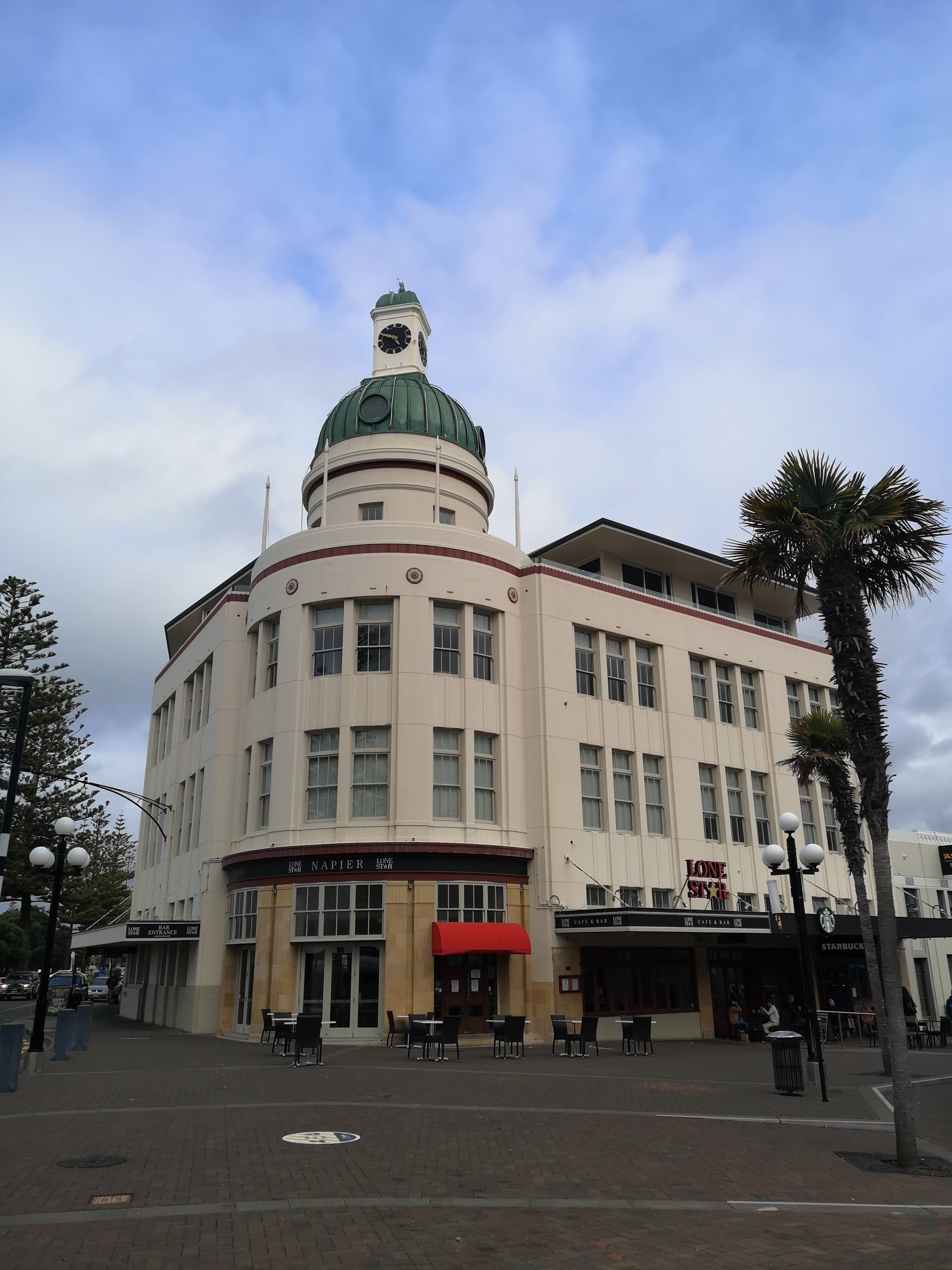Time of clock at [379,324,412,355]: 4:48
